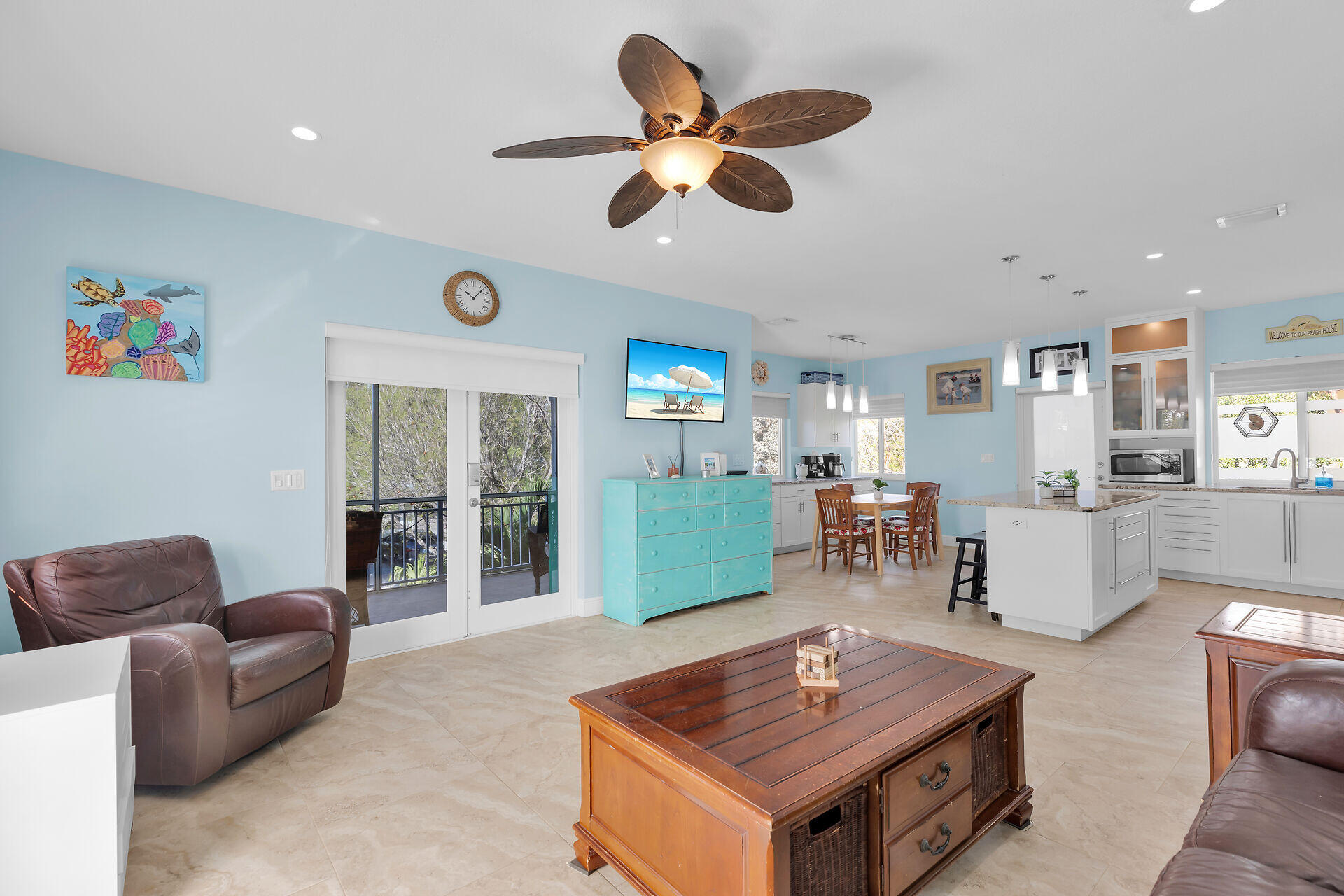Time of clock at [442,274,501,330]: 10:07
